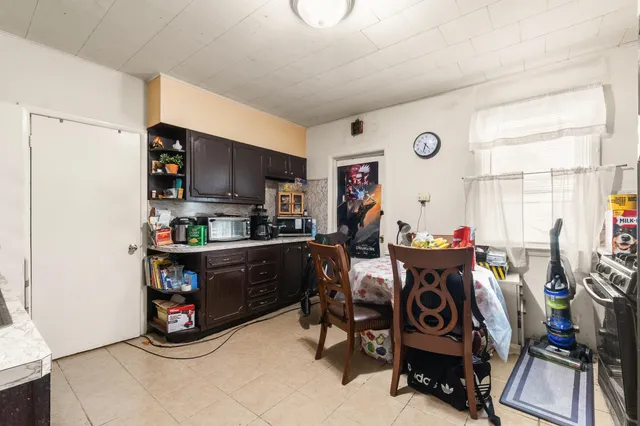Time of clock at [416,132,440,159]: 4:32
